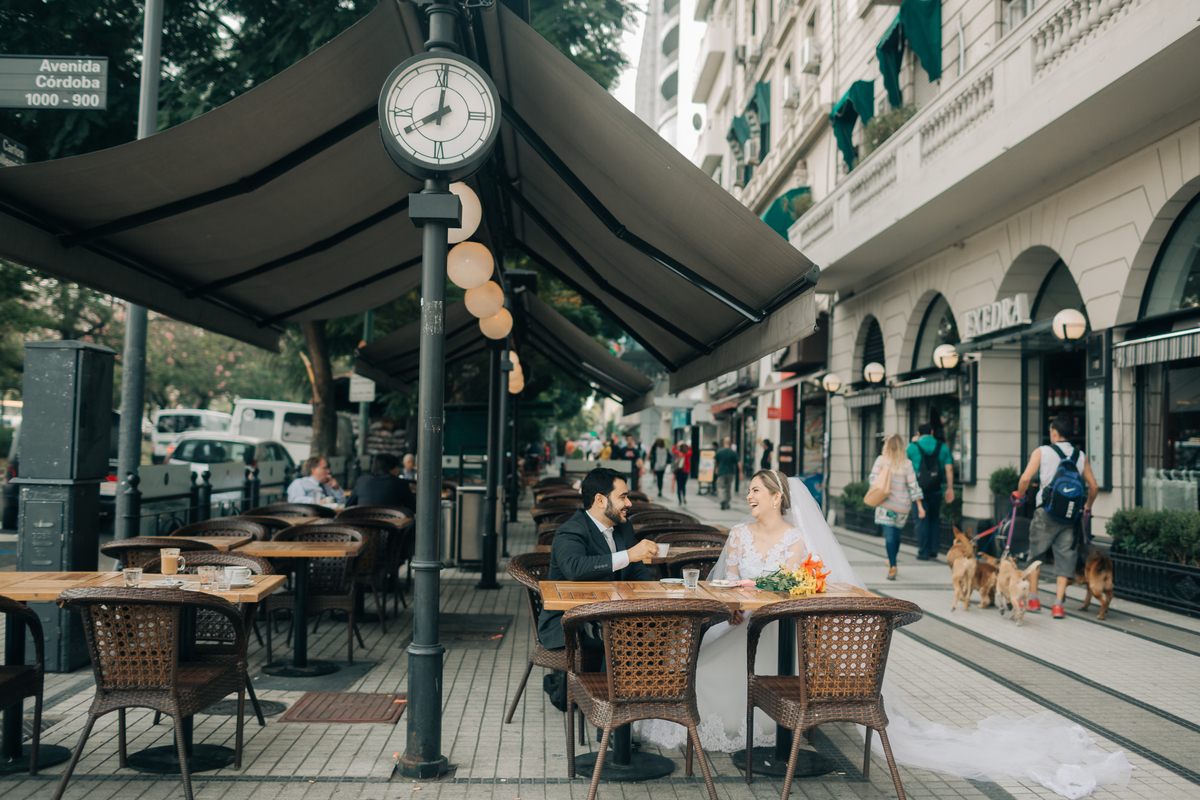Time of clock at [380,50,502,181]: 8:01
